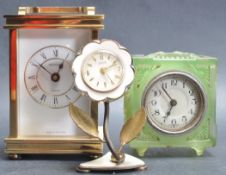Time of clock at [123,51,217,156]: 6:53
